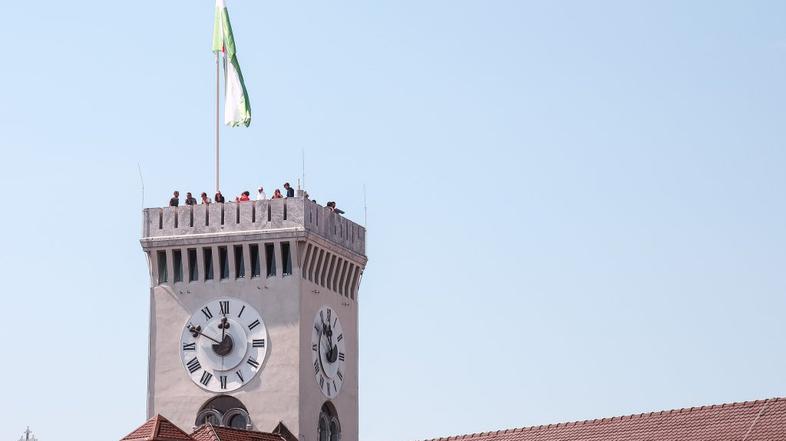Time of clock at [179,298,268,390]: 11:49
